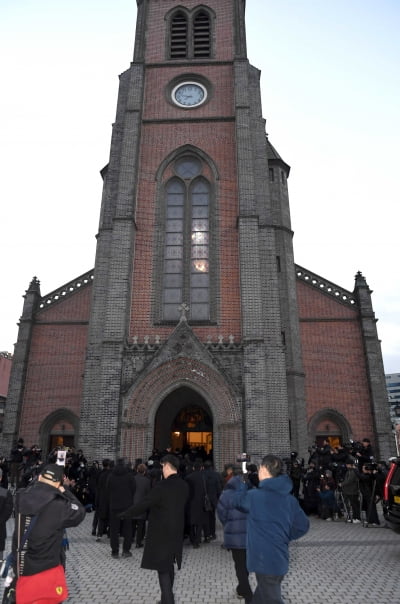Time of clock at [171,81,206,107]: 7:47
